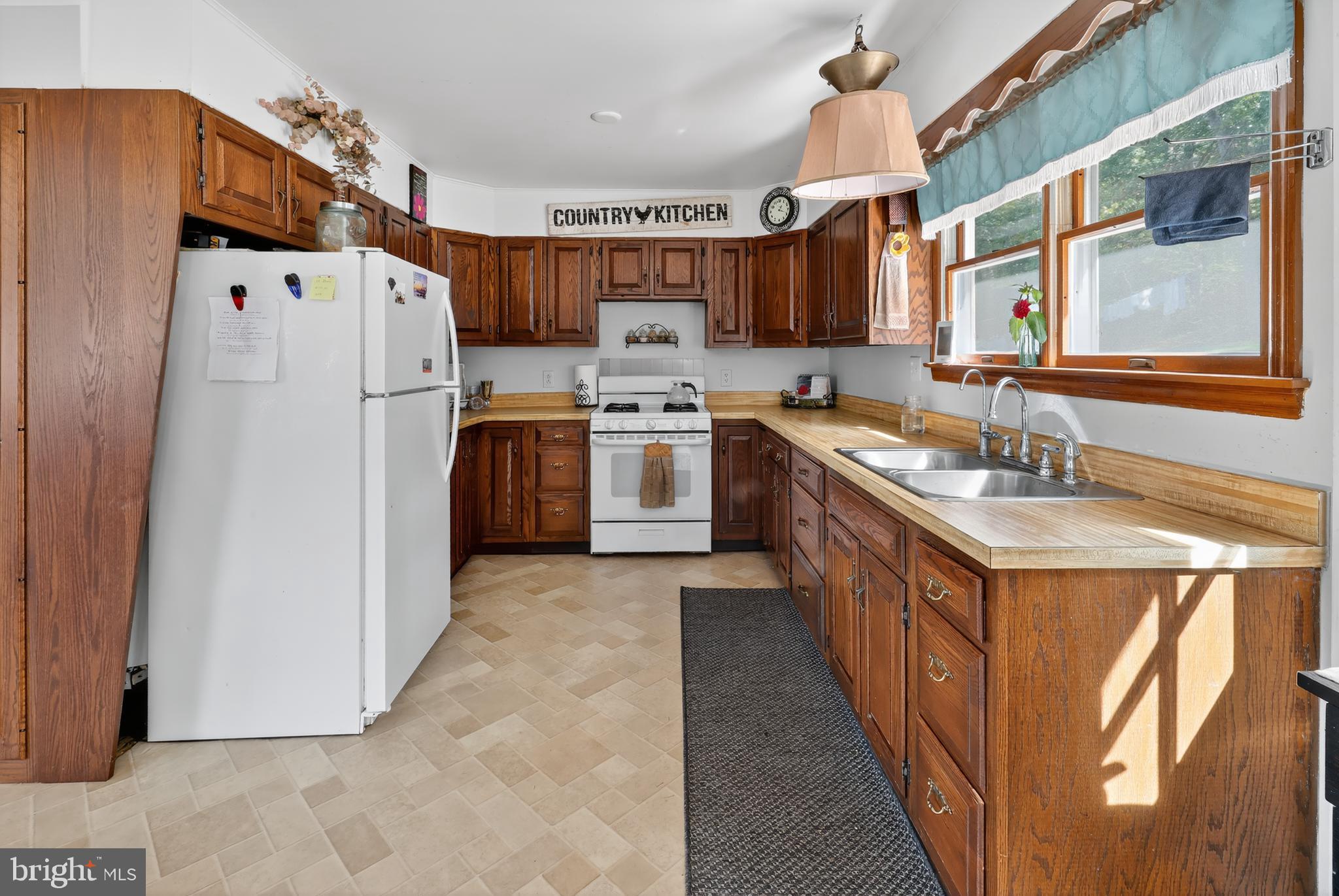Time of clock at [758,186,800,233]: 1:18
